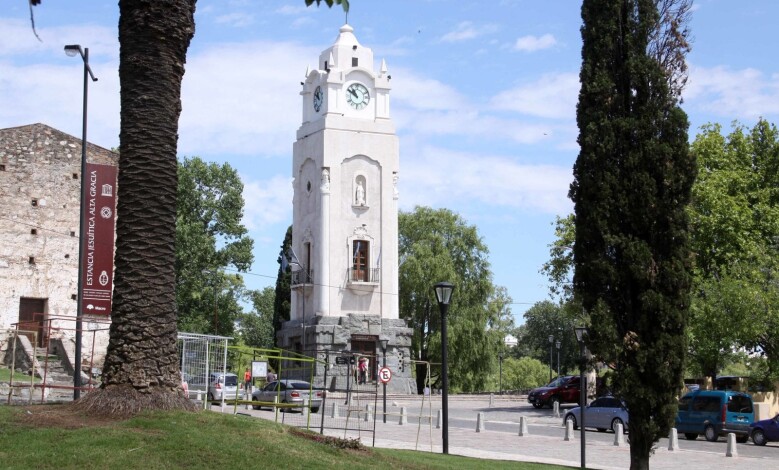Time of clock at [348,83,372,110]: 10:50
